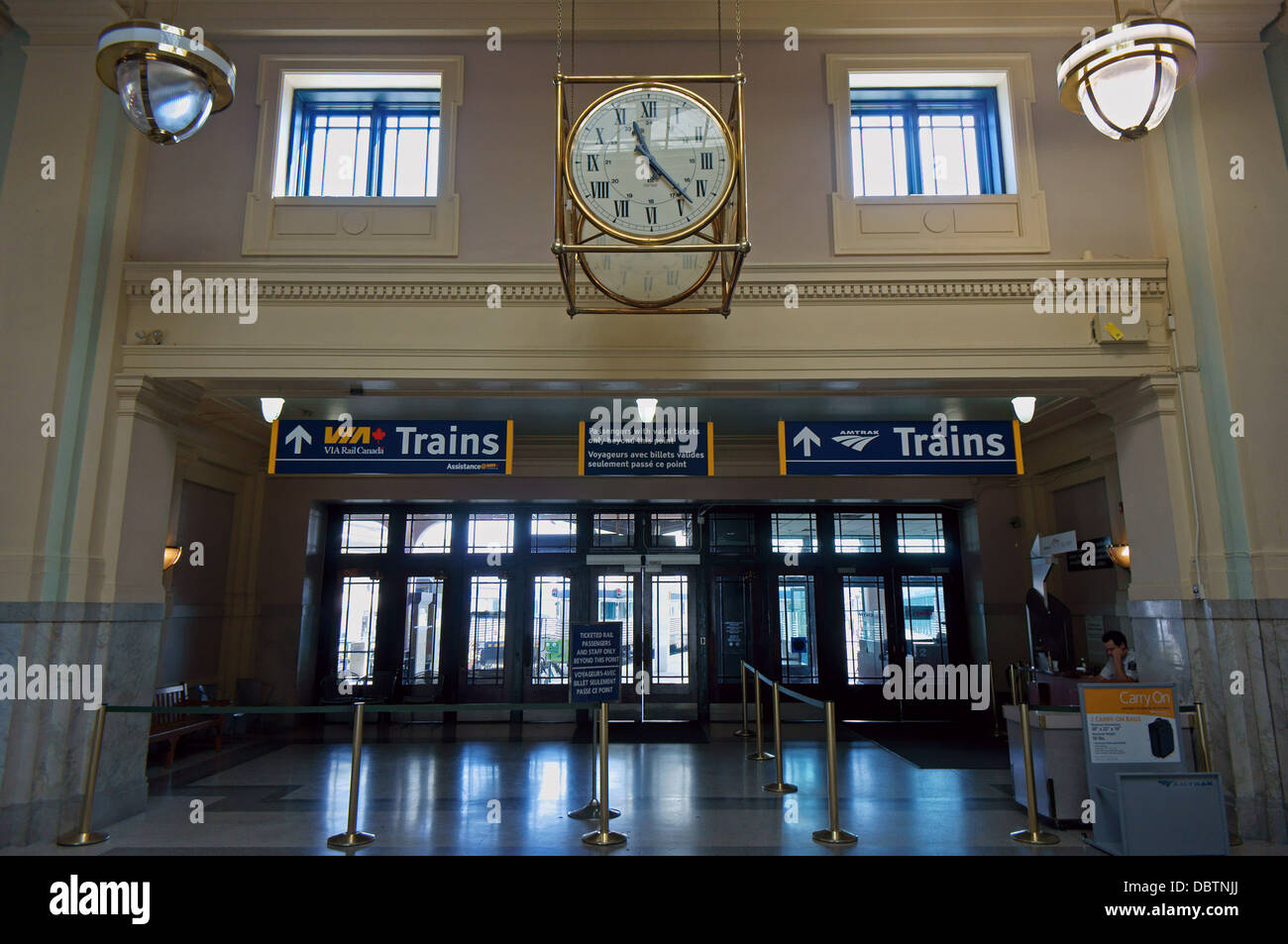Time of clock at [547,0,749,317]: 11:22
